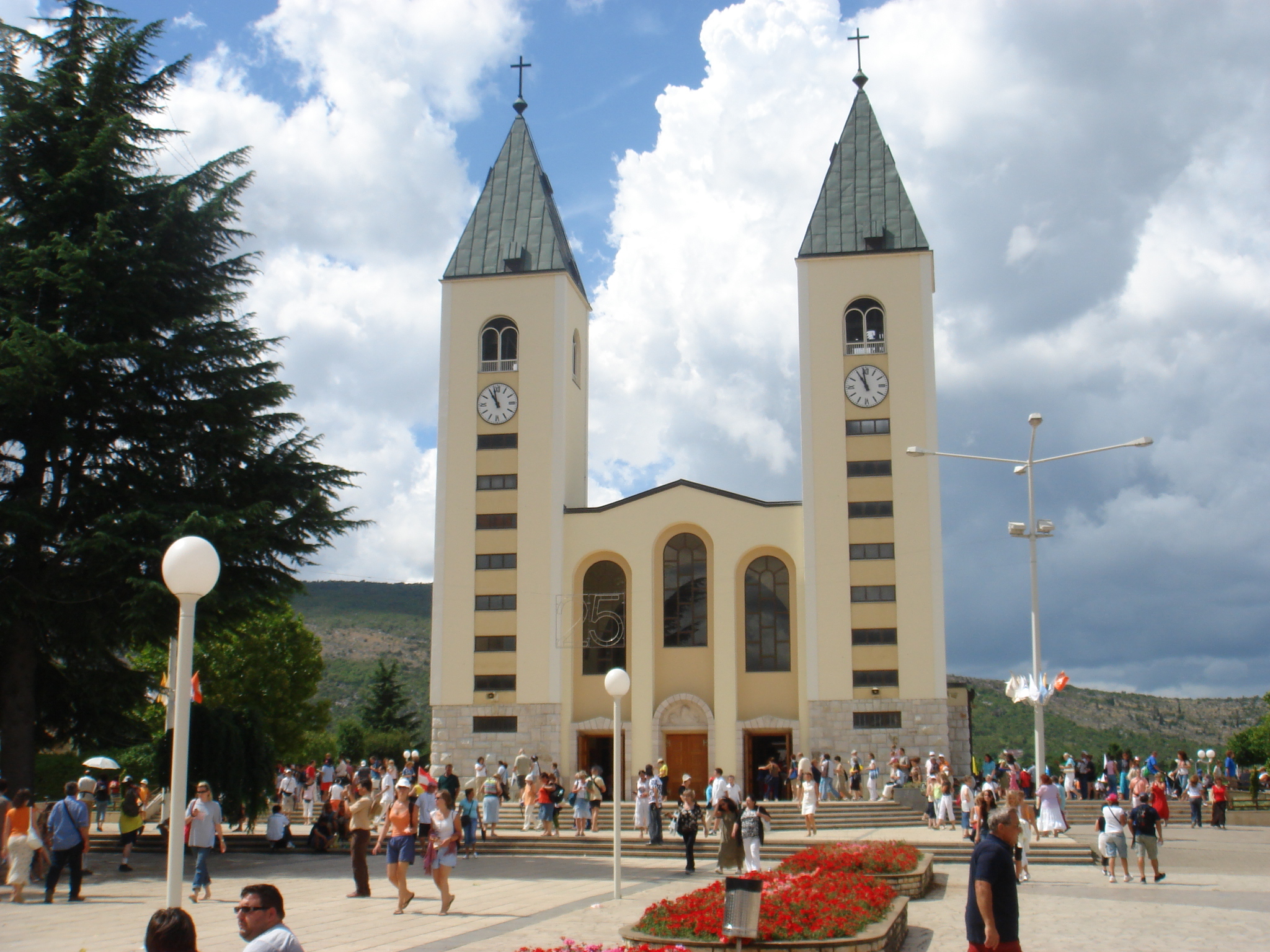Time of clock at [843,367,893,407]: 10:58
